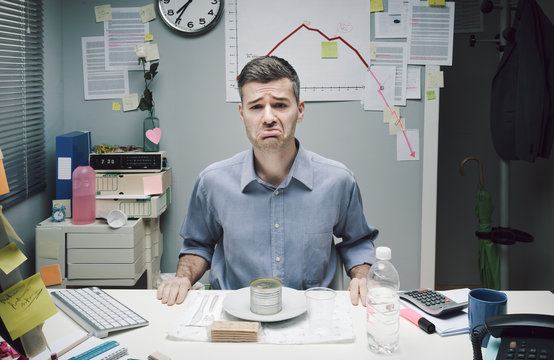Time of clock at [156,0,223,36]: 7:35
